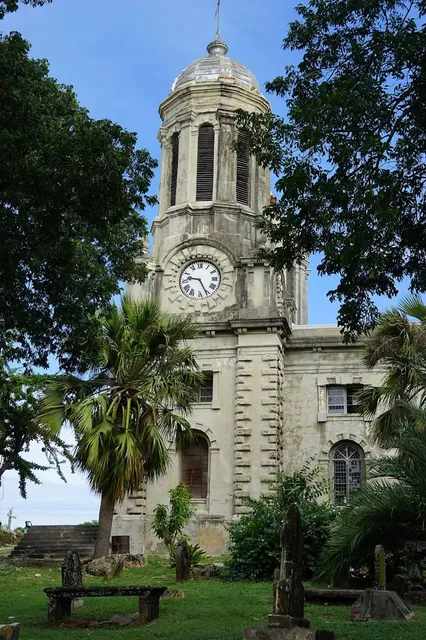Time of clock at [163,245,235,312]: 9:25
